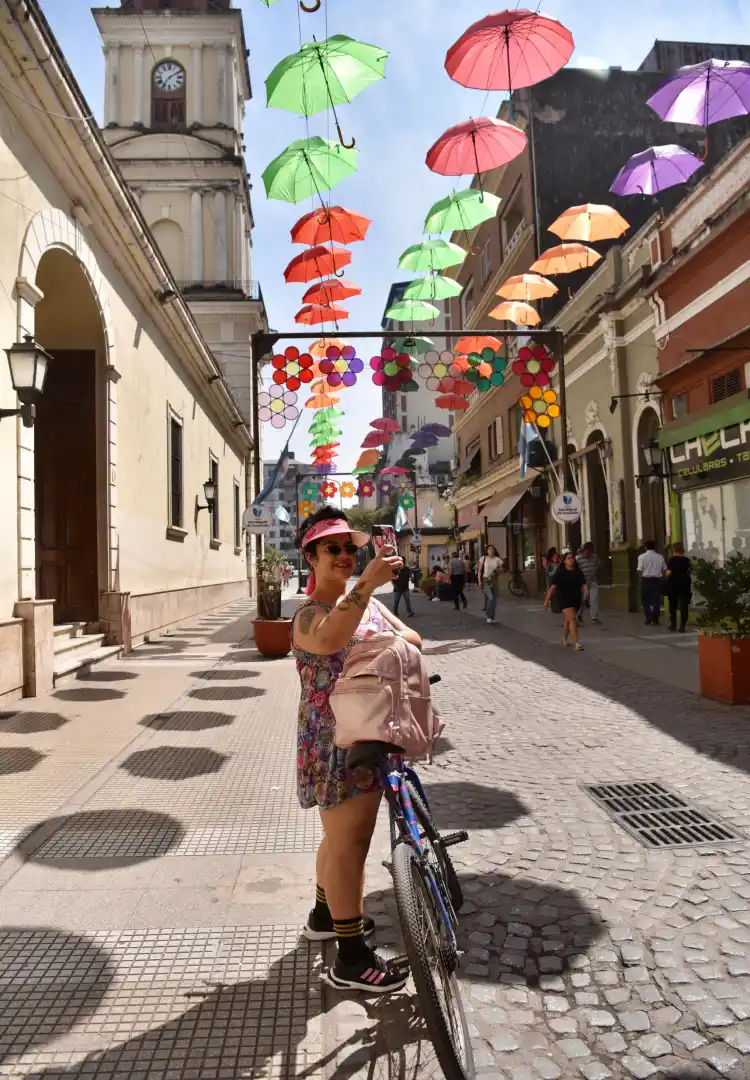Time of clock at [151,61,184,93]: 7:09
